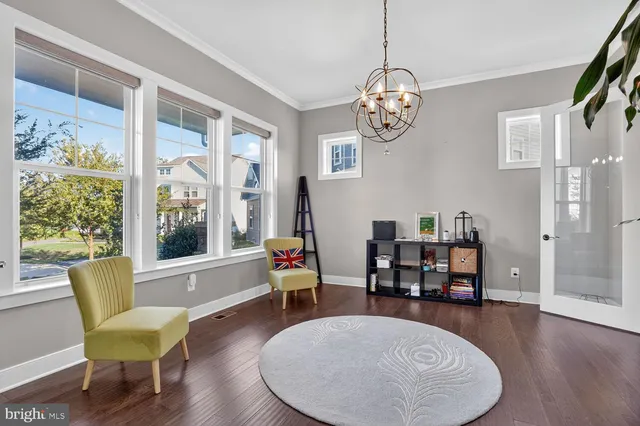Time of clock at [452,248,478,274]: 8:07
